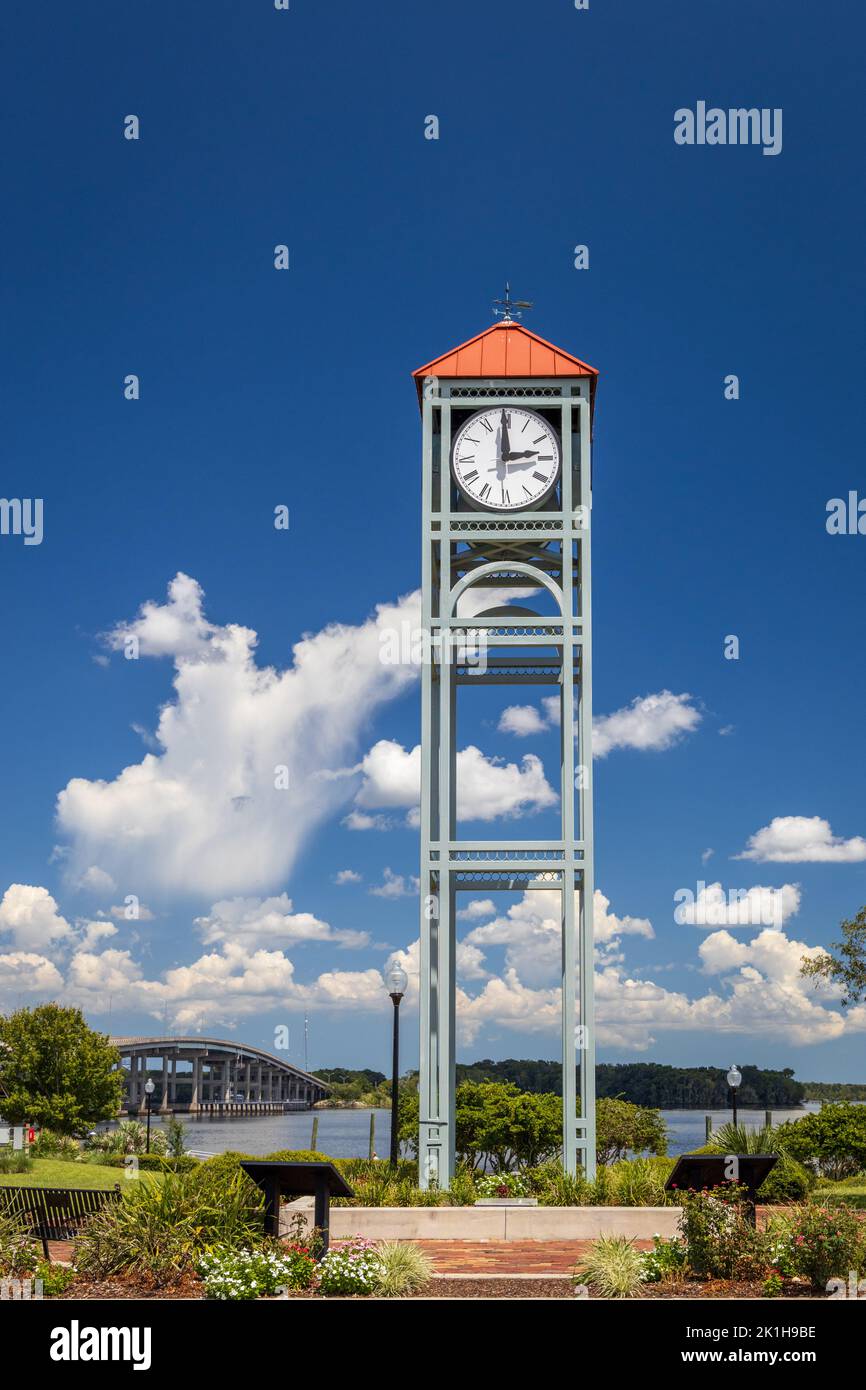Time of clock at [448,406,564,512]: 2:59
